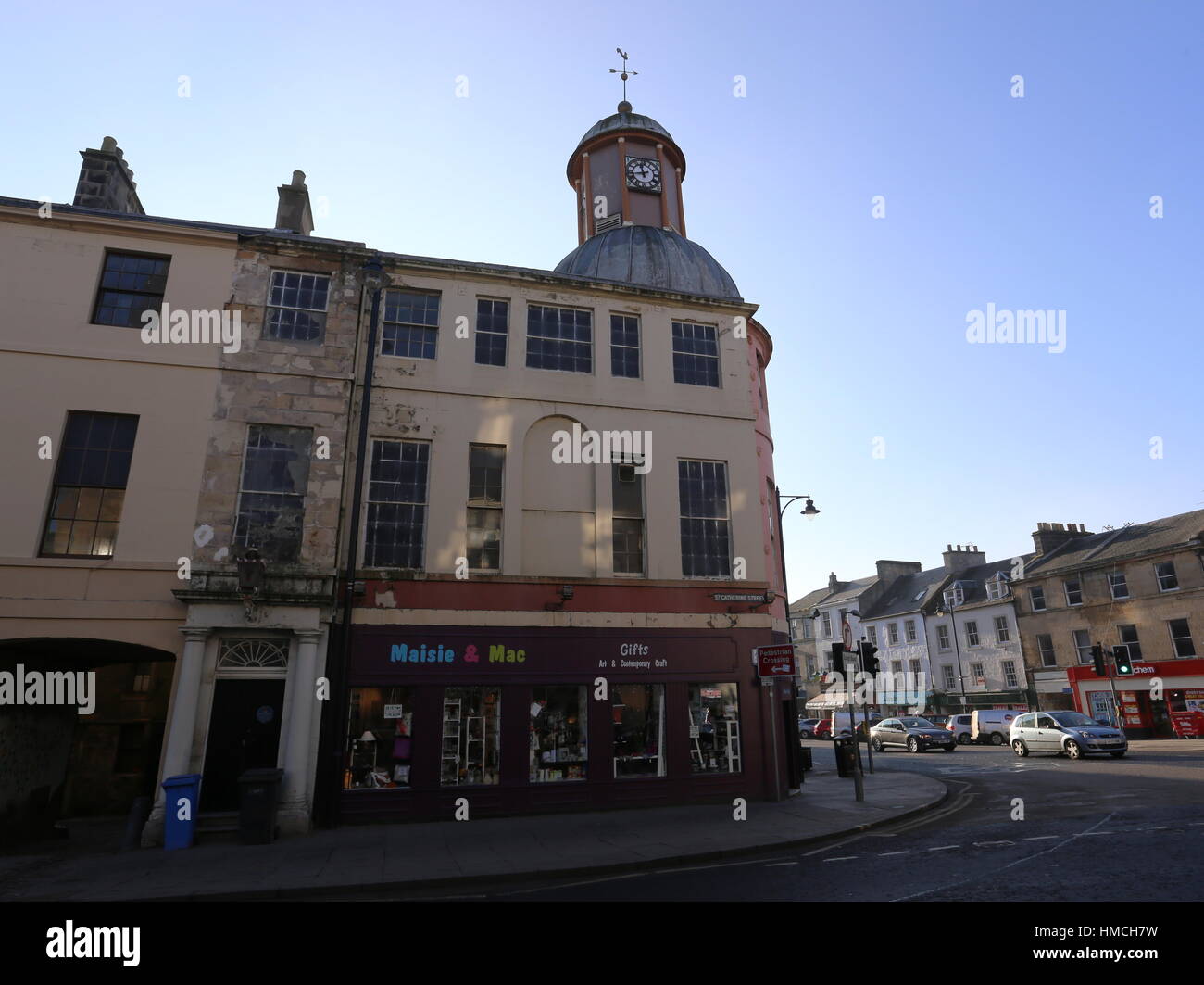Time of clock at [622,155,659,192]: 11:42
